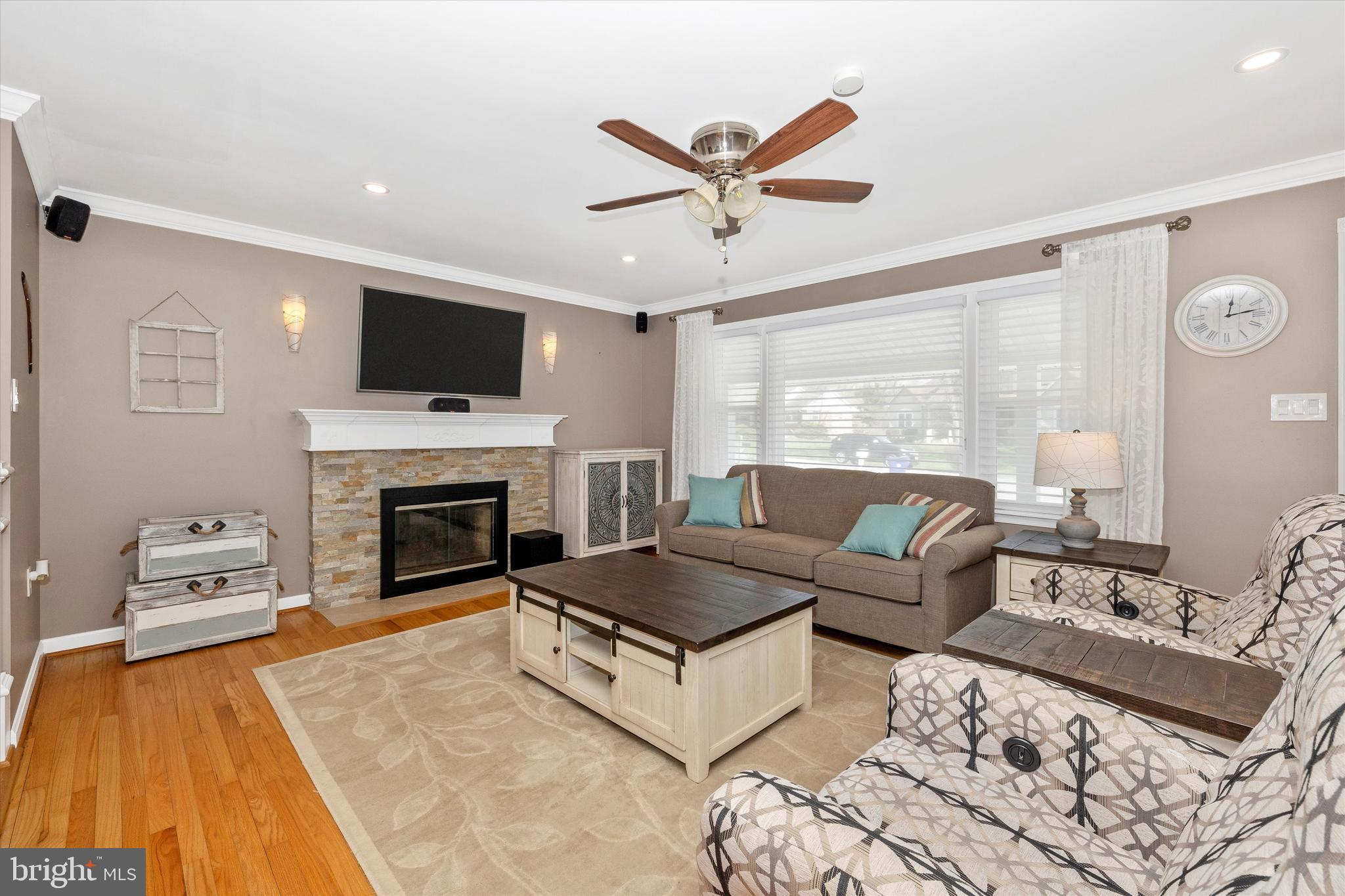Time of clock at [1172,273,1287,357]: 12:13
